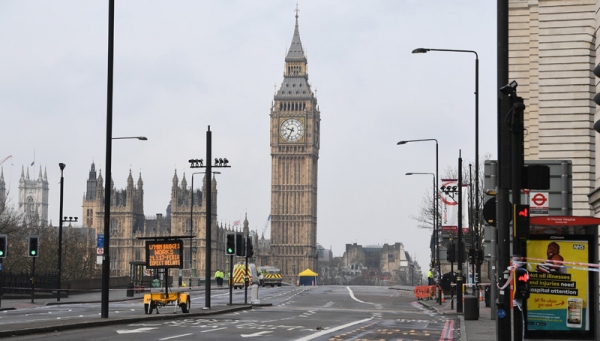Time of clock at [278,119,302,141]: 9:34
